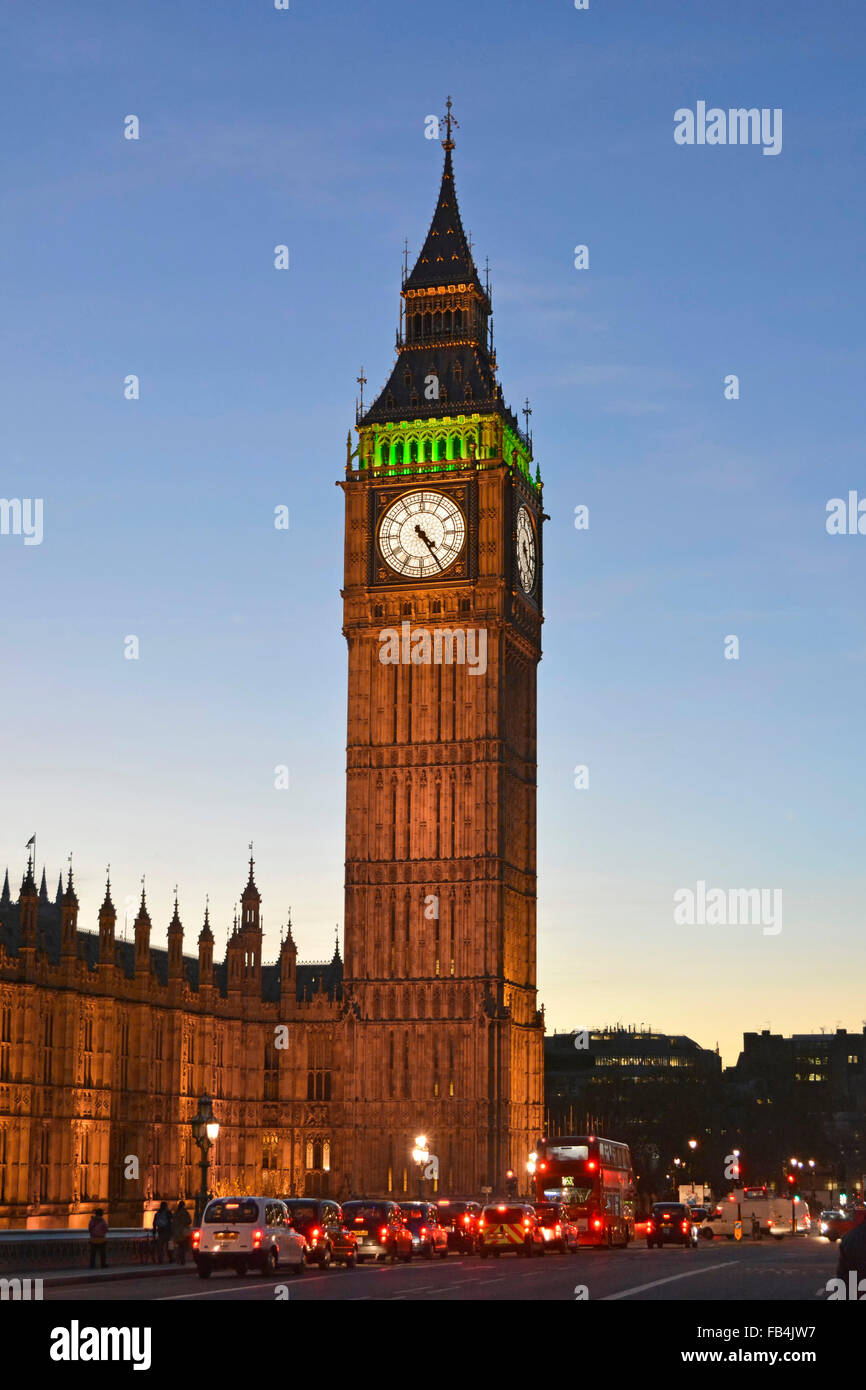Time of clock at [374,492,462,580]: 4:24
